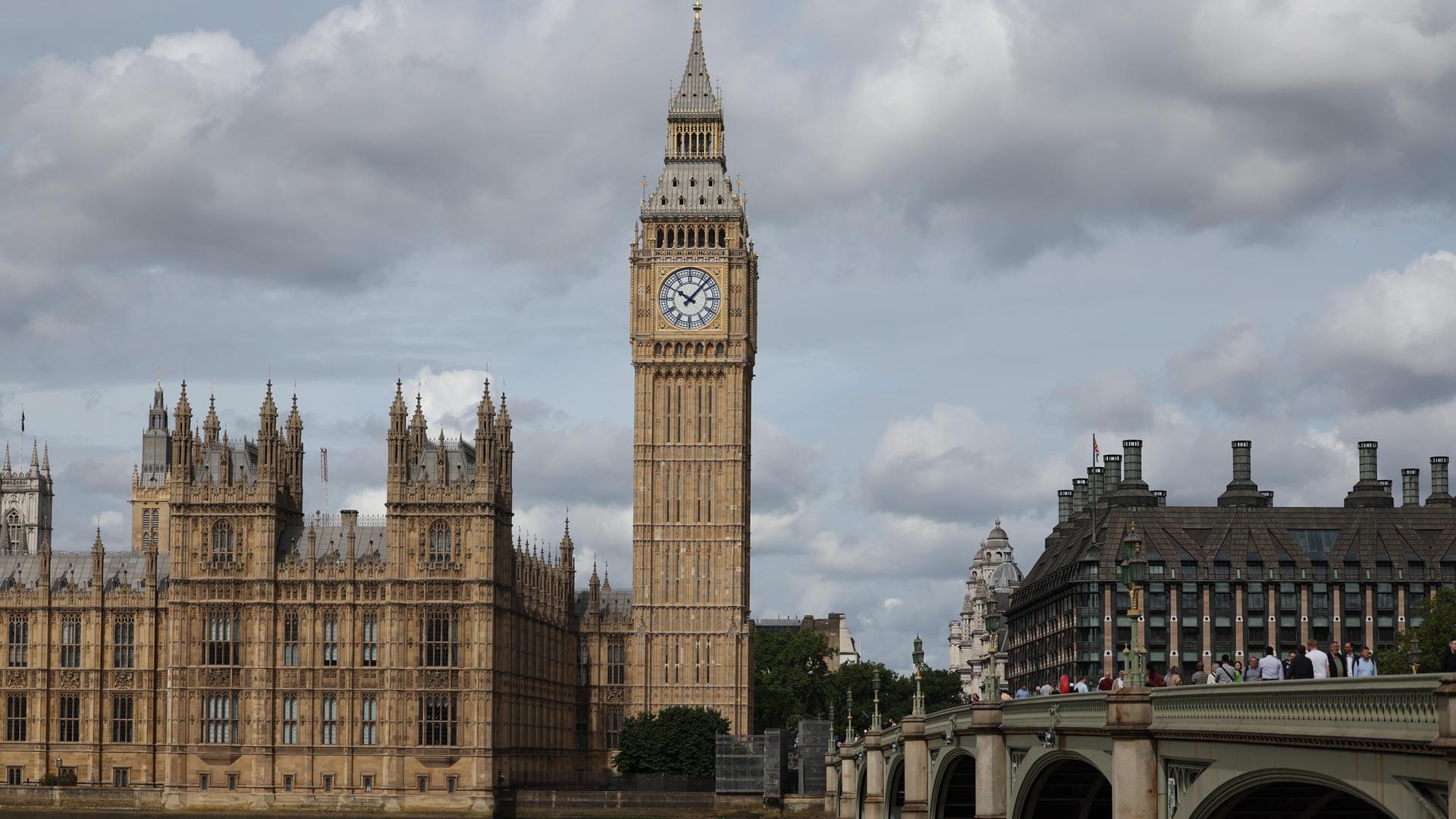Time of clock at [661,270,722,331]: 10:07
